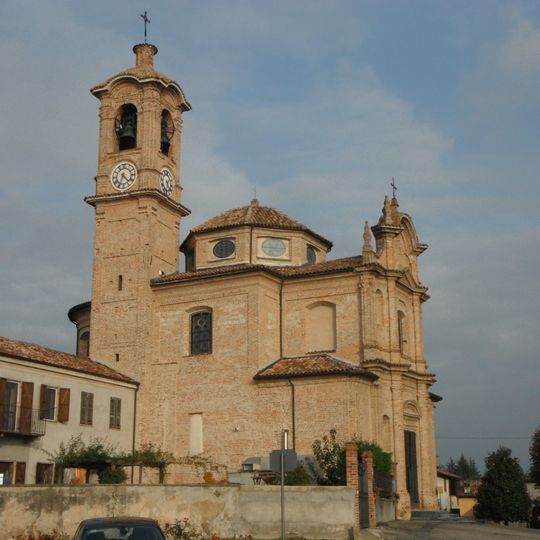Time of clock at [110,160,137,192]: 4:34
